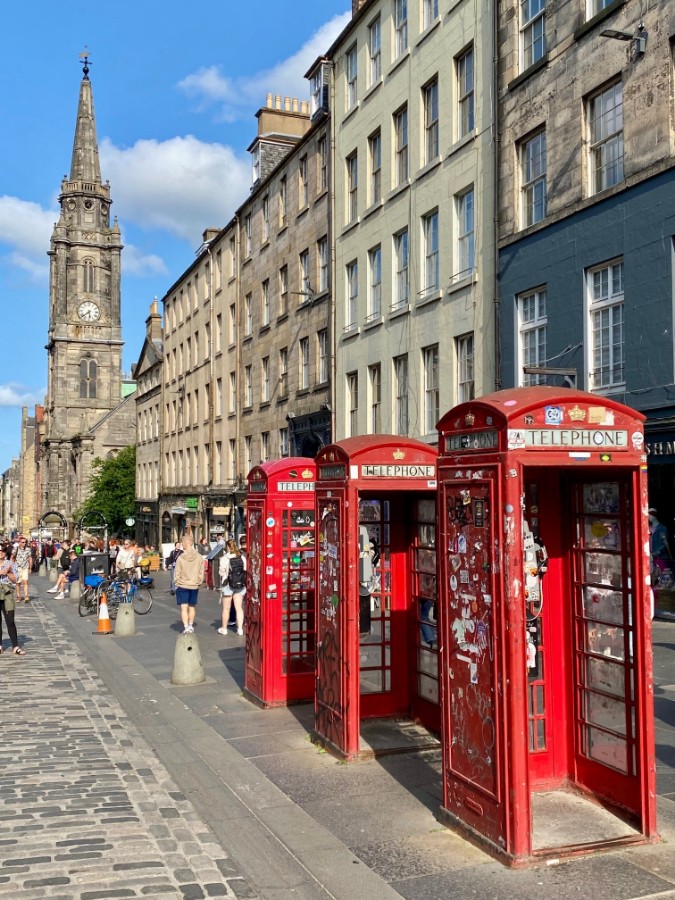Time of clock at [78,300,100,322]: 5:38
